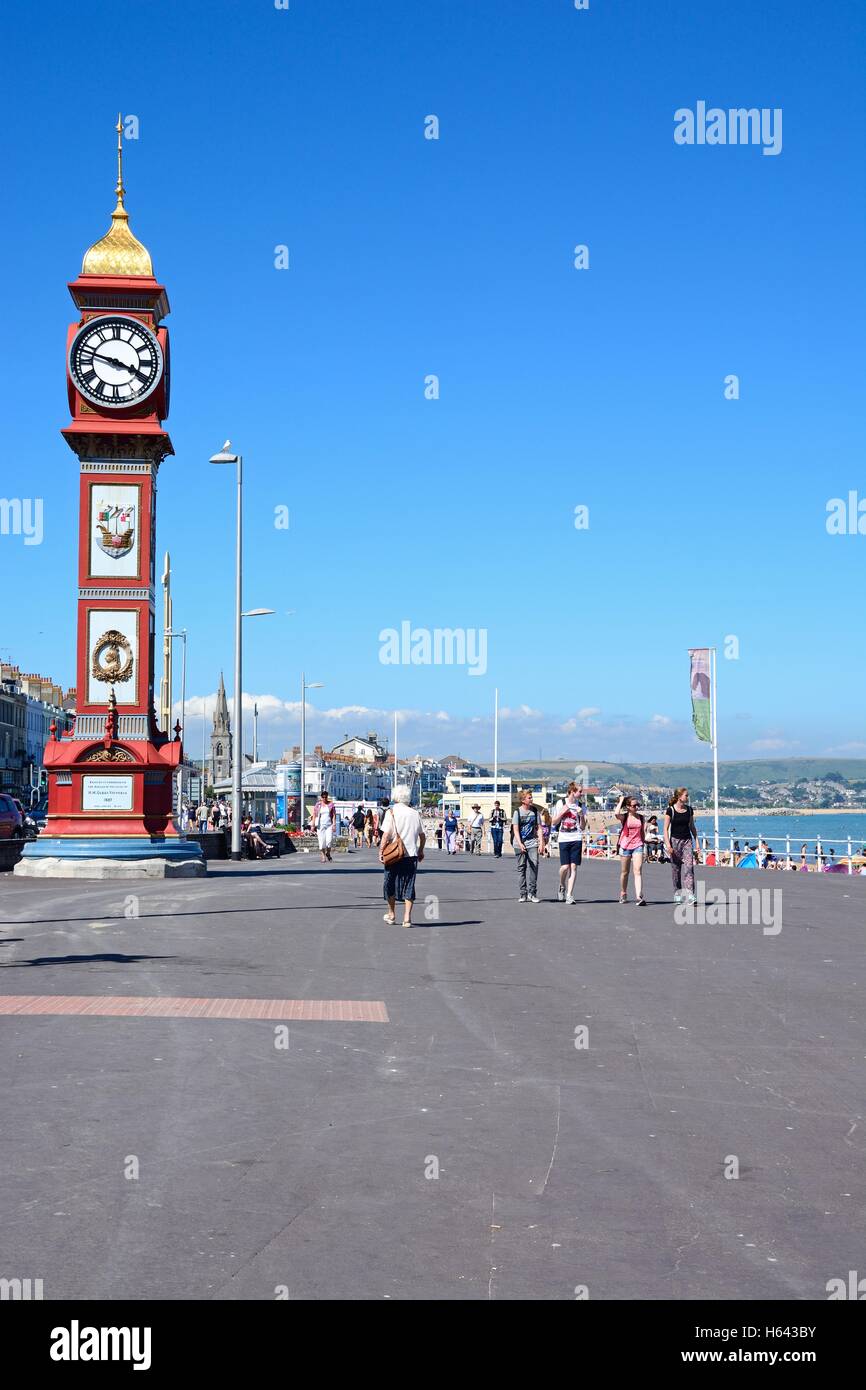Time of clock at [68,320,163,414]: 3:47
